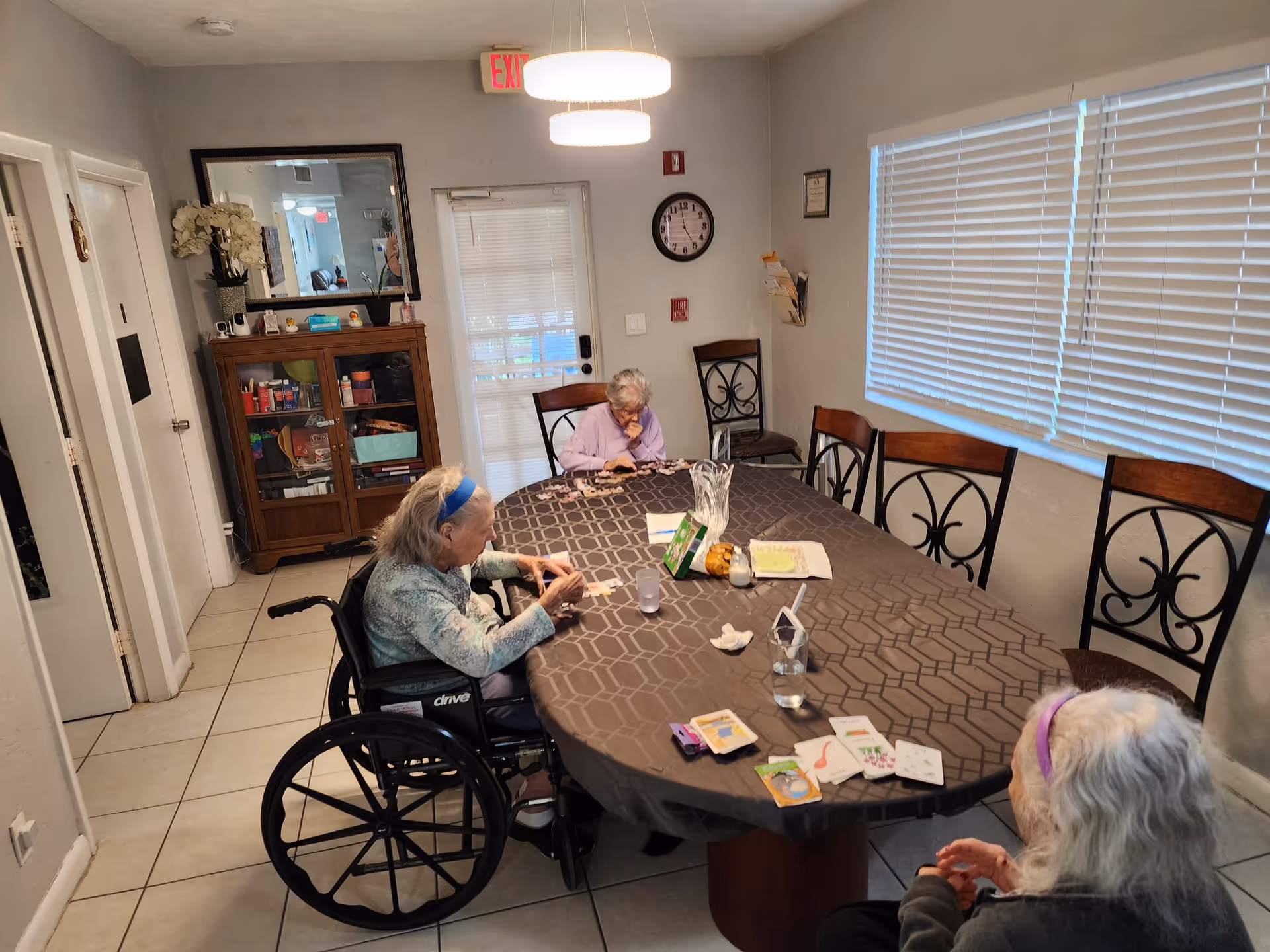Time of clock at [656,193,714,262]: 4:59
